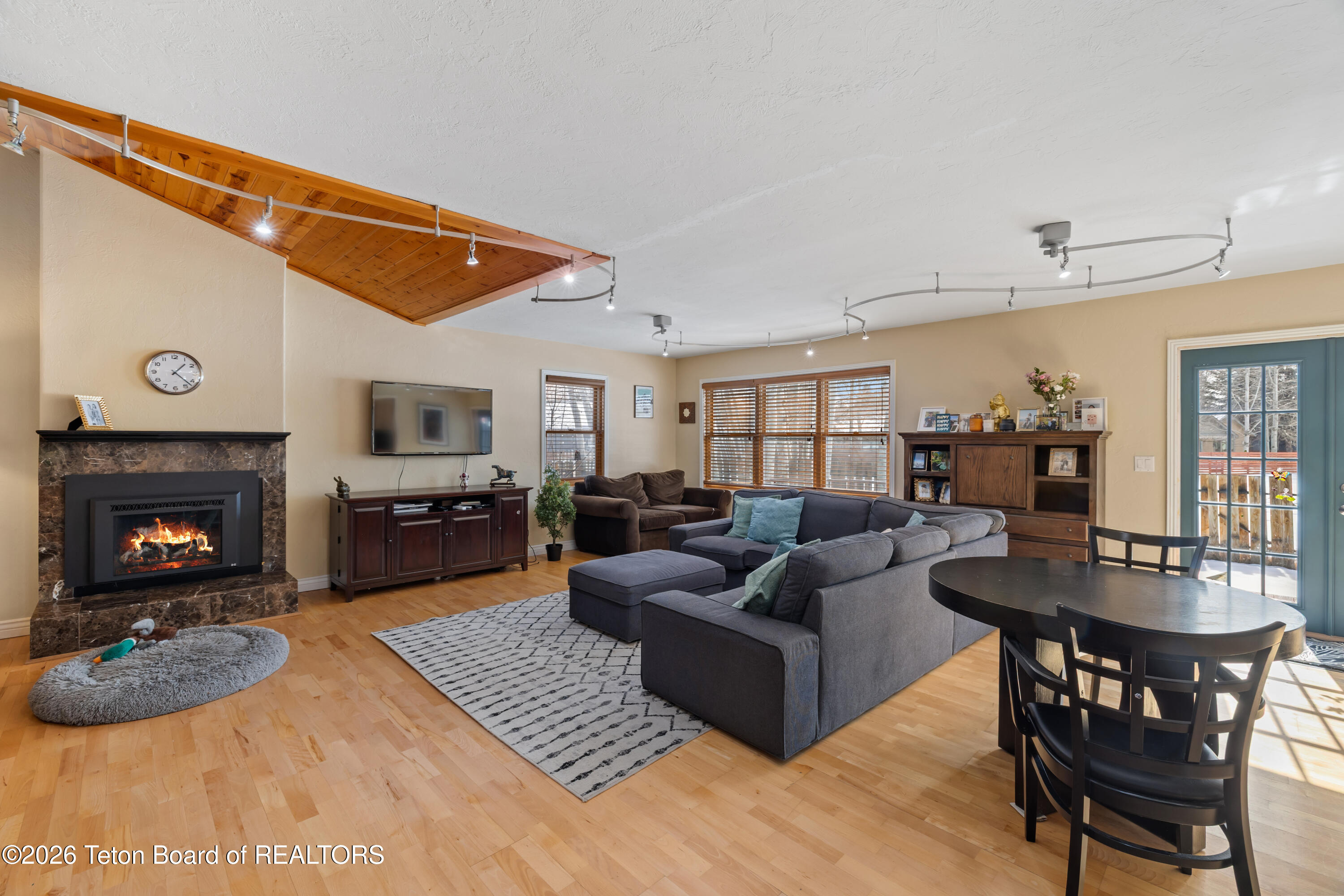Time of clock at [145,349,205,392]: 1:22
